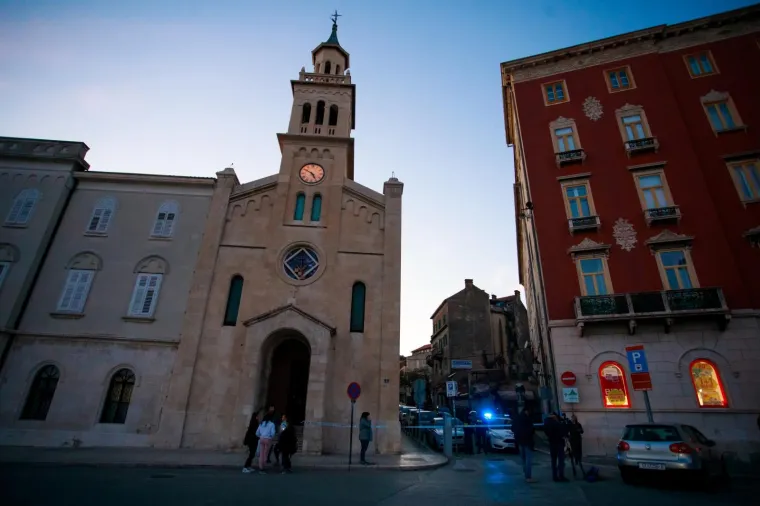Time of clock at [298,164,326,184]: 4:50
